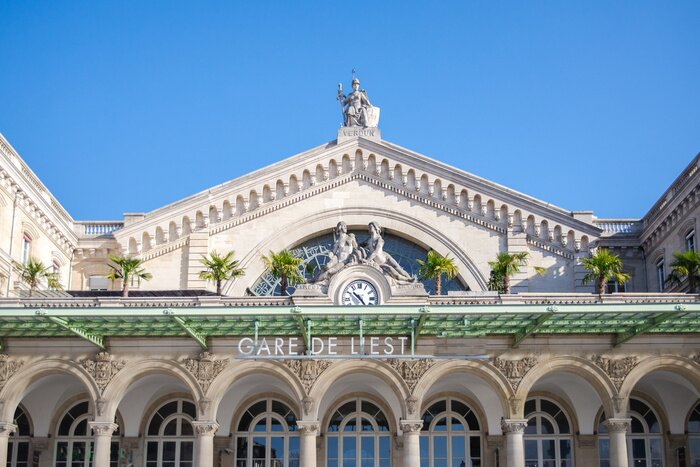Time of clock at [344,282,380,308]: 10:24
